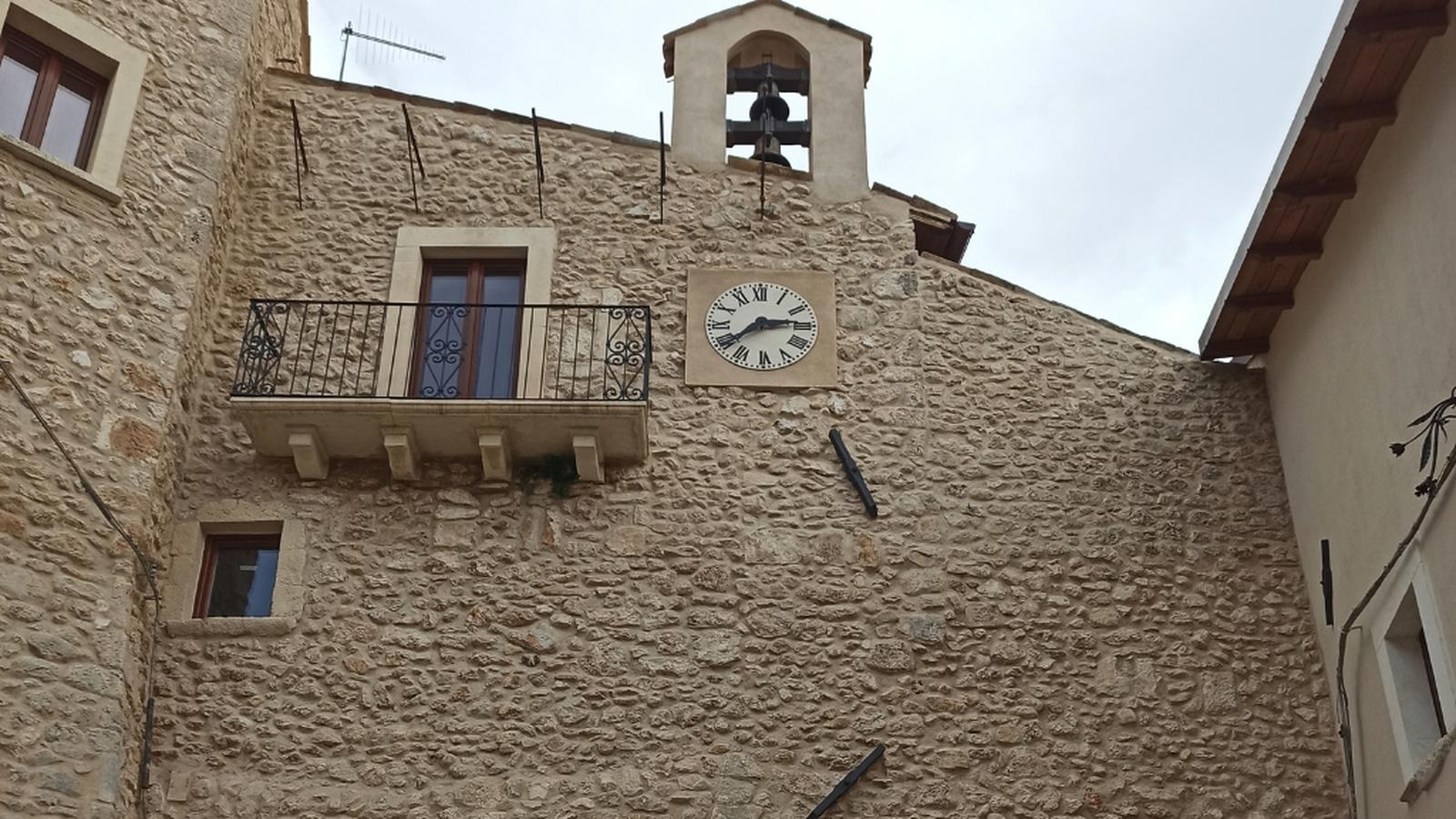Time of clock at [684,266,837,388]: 2:38
